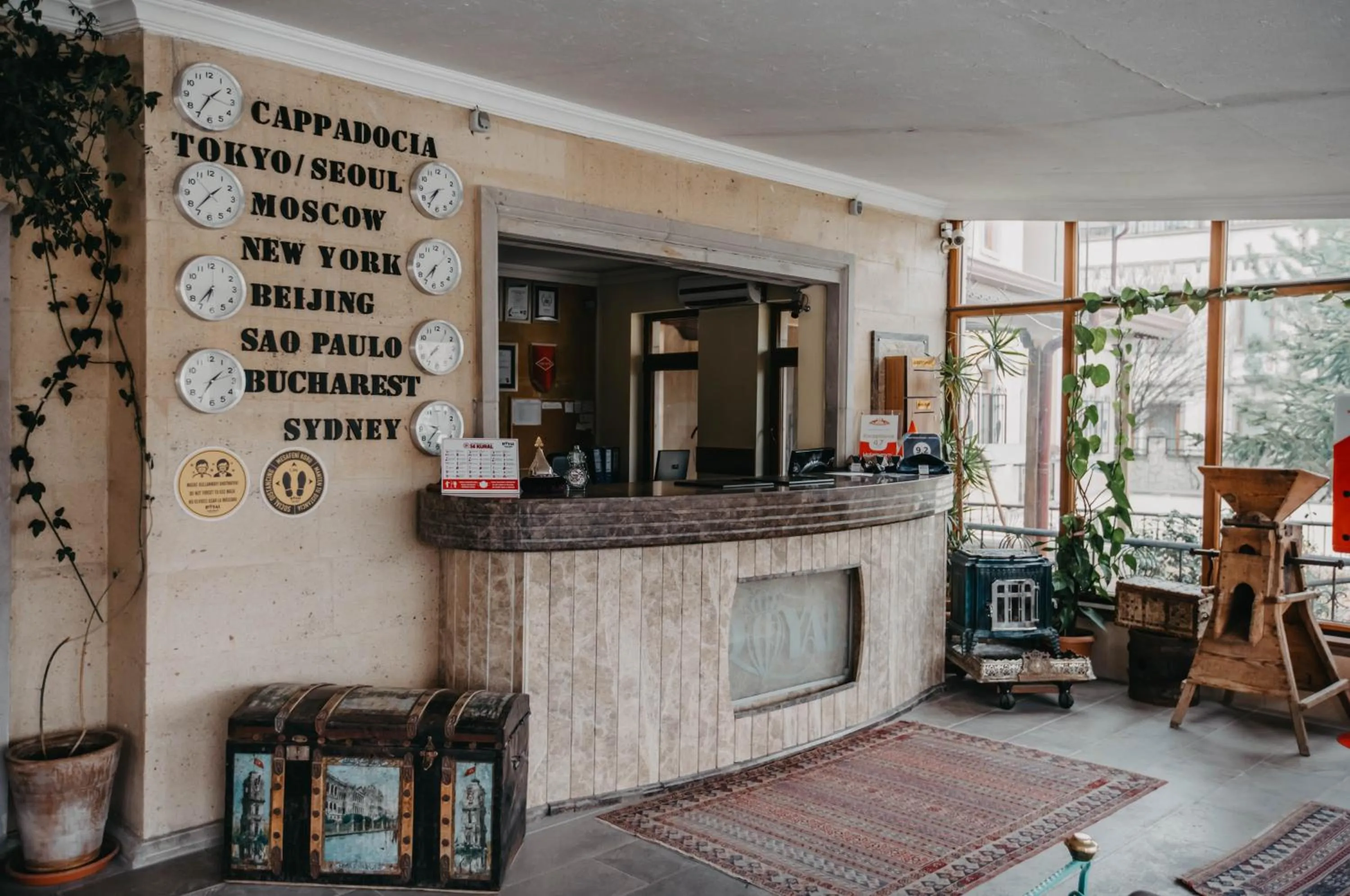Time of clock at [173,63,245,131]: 1:35
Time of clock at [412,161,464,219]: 7:35
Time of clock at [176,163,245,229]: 1:36
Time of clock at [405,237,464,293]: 6:36
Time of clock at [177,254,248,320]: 6:36
